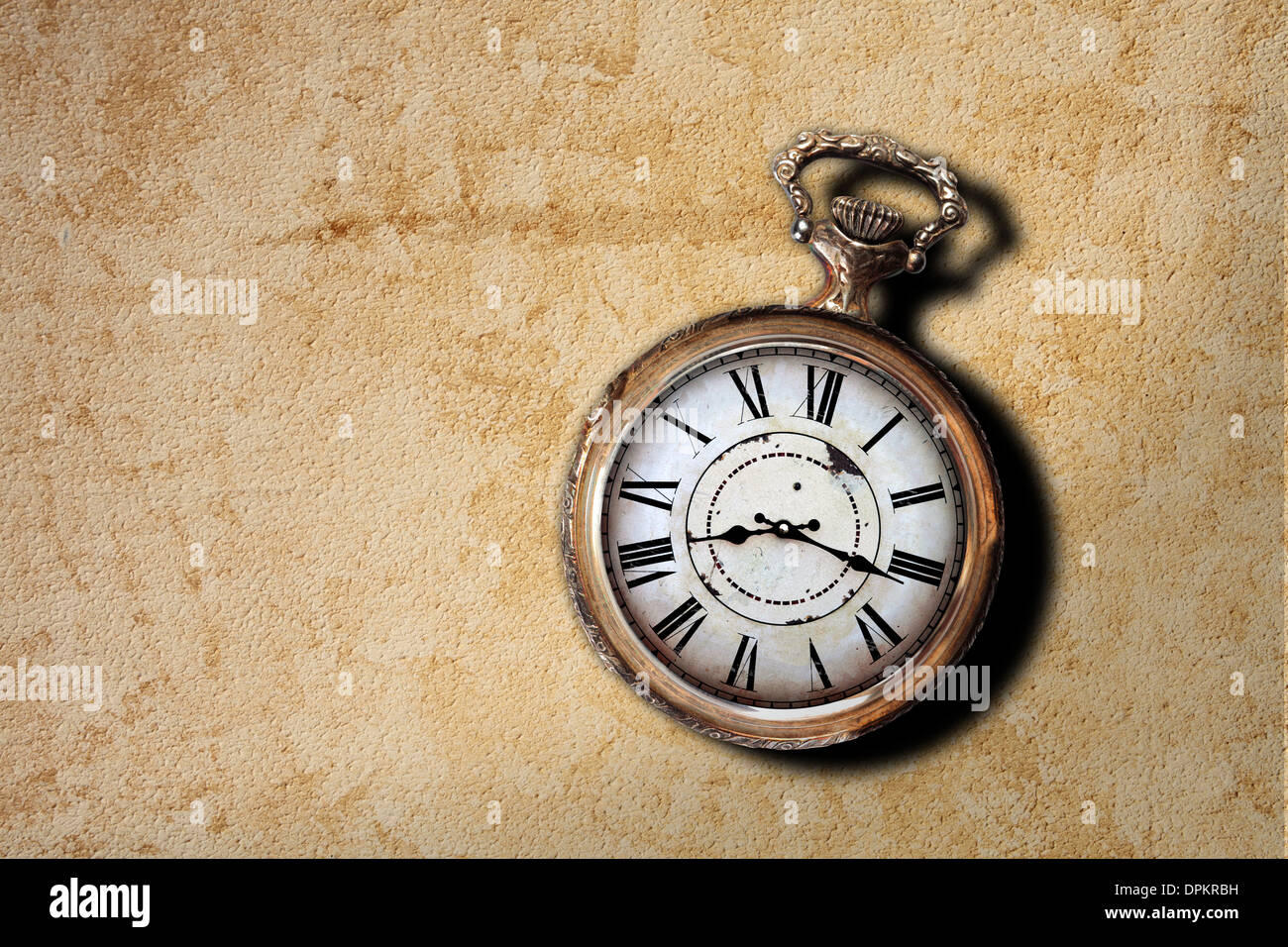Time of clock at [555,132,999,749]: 8:15
